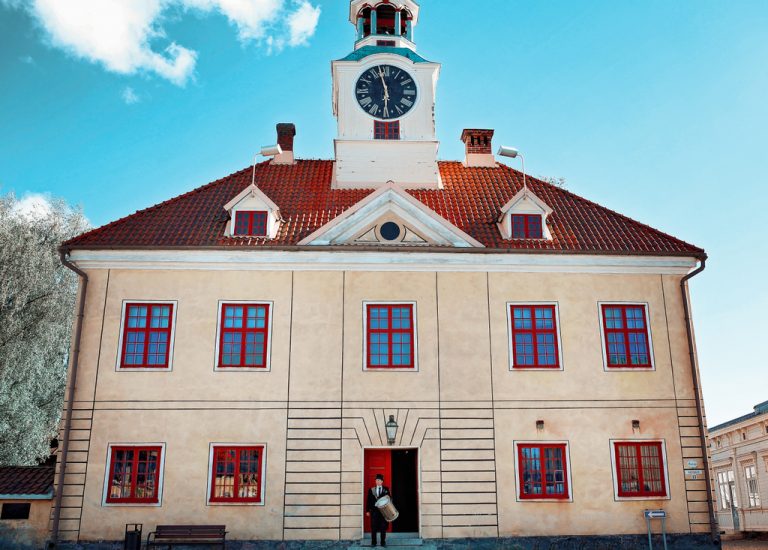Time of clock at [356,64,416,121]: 5:57
